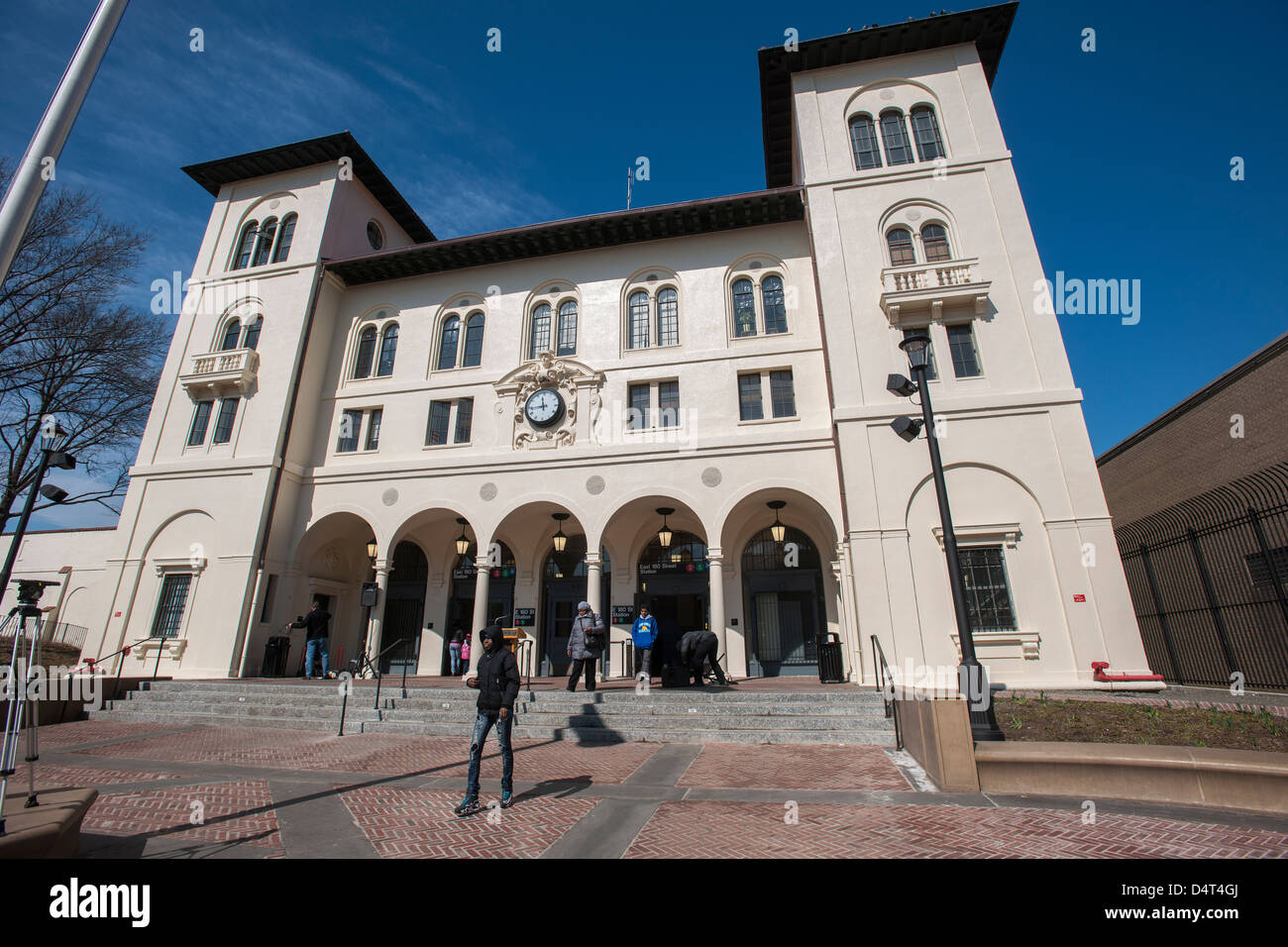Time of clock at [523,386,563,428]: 11:43
